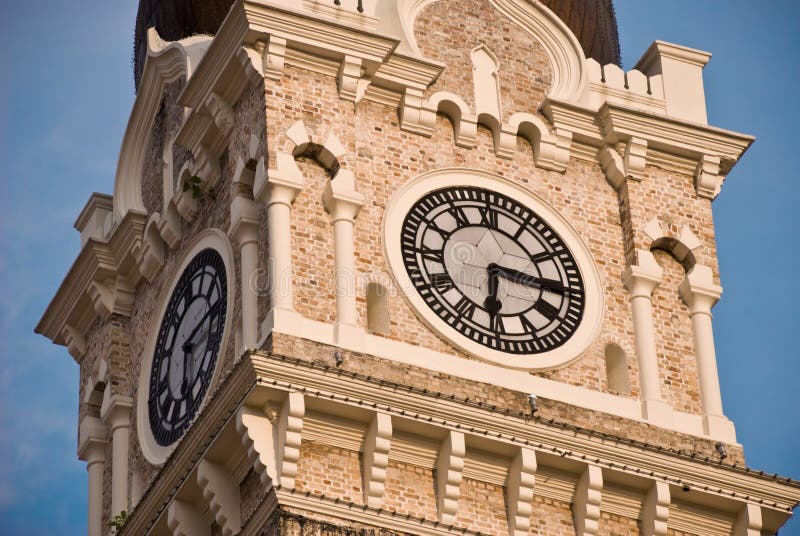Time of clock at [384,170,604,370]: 6:15
